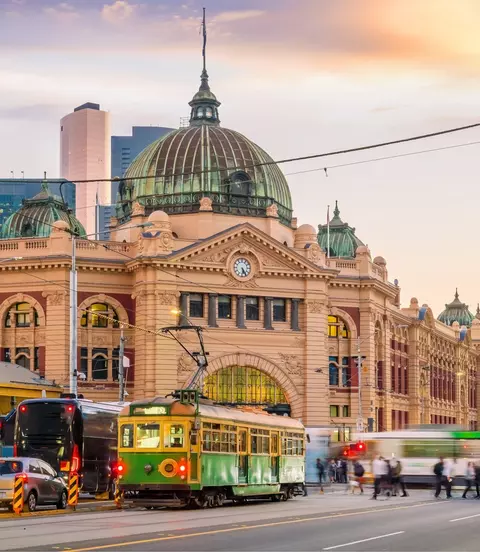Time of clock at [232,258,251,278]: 5:24
